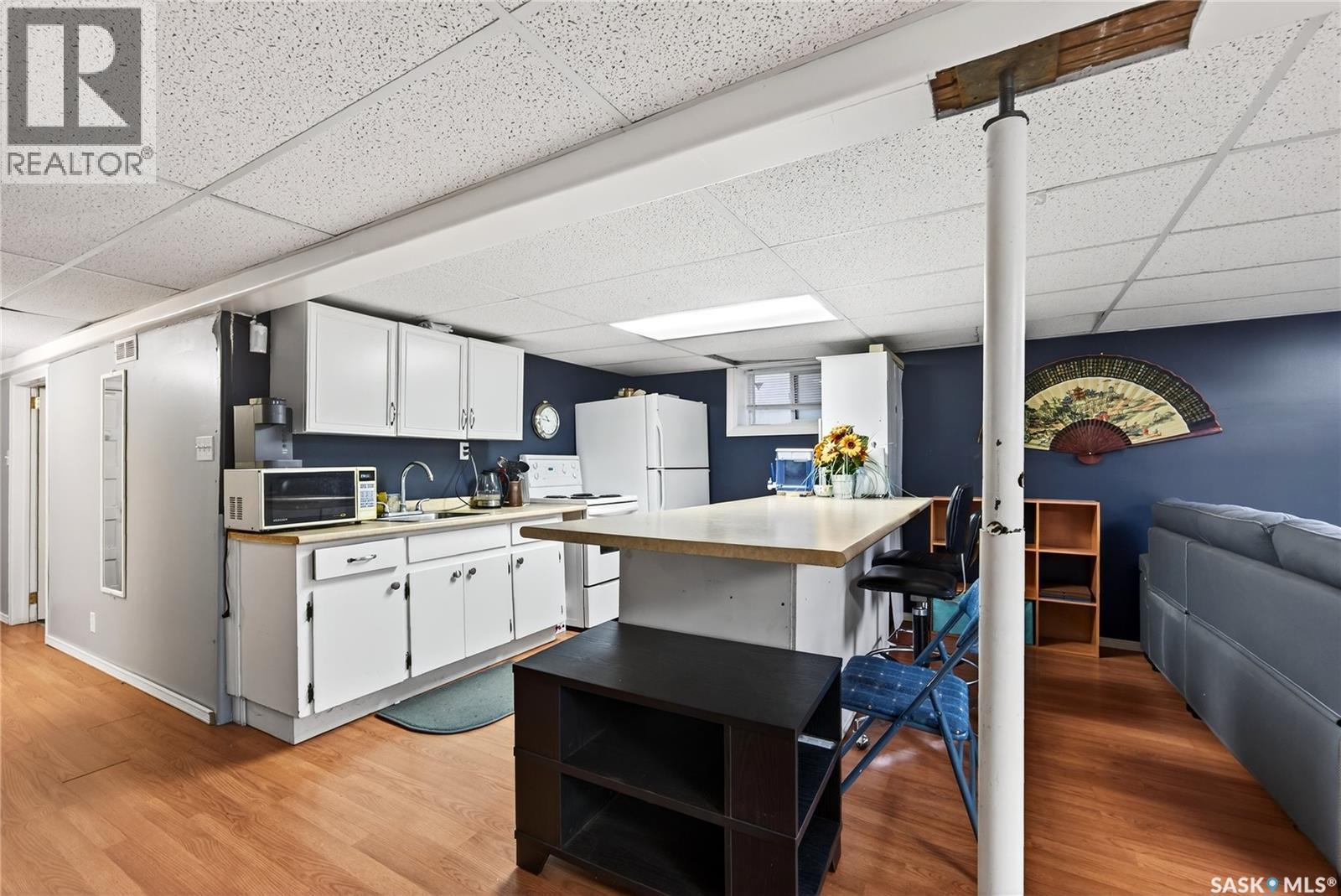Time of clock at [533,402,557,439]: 10:46
